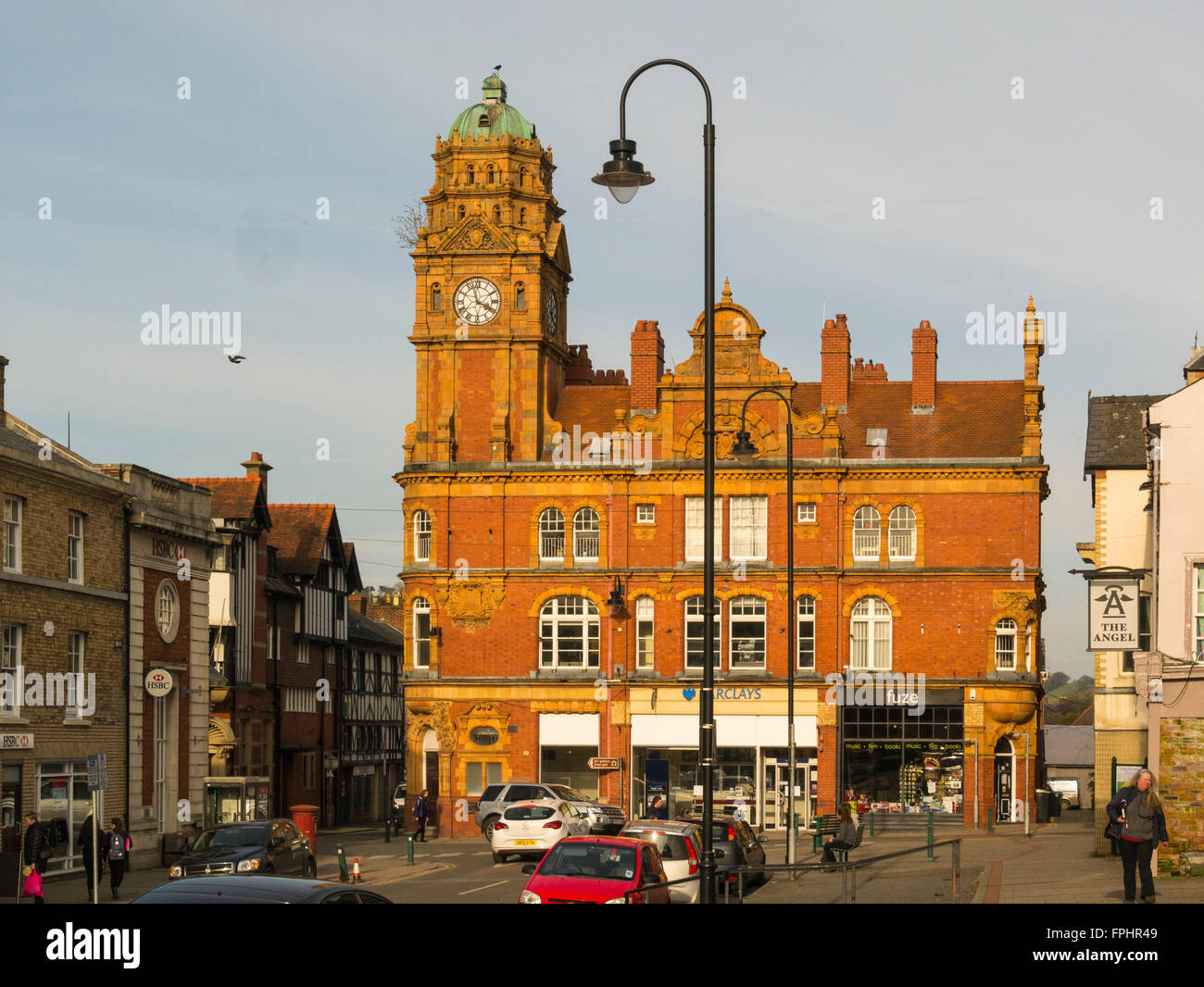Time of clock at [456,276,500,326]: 3:57
